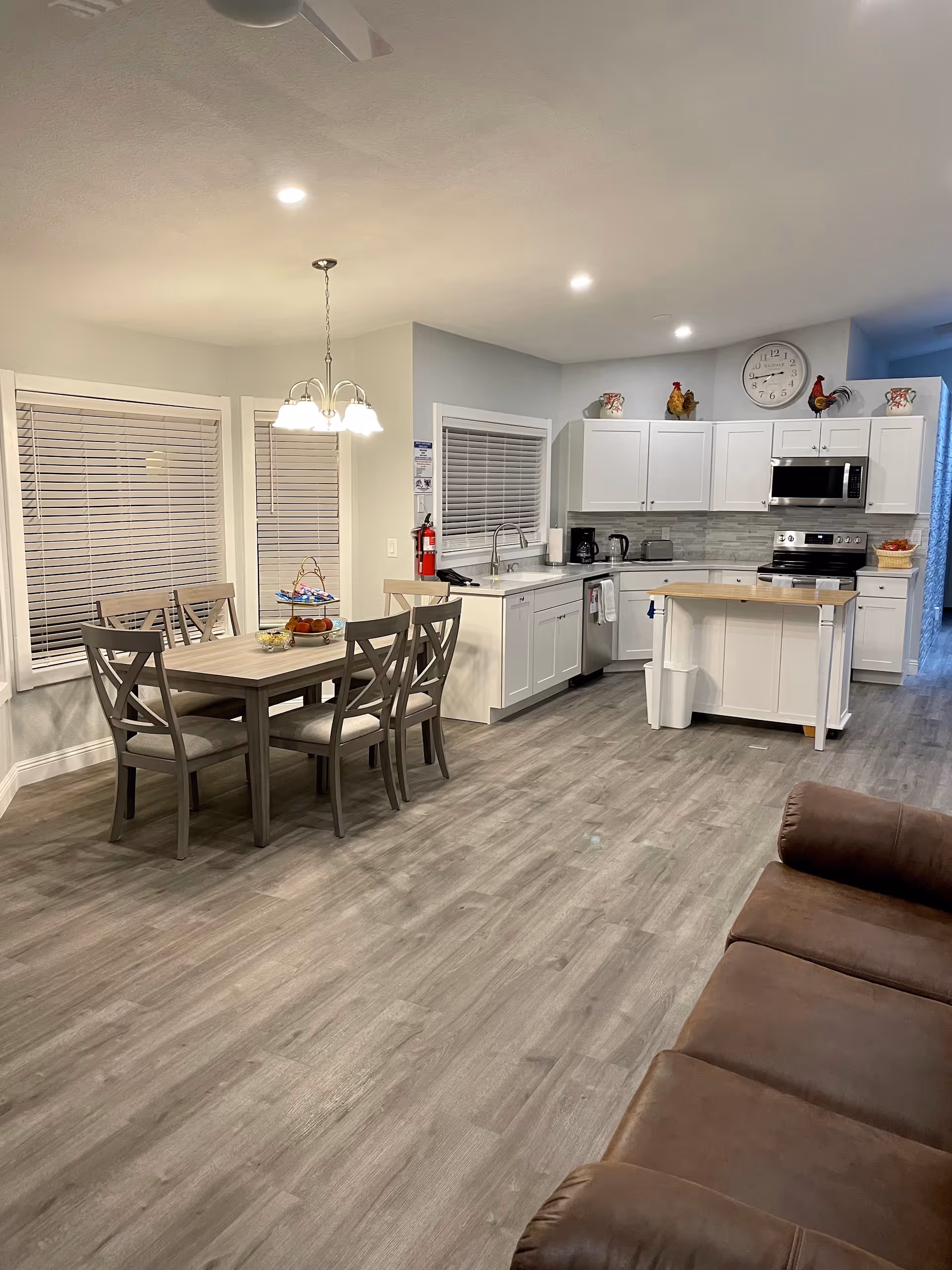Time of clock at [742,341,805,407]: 7:43
